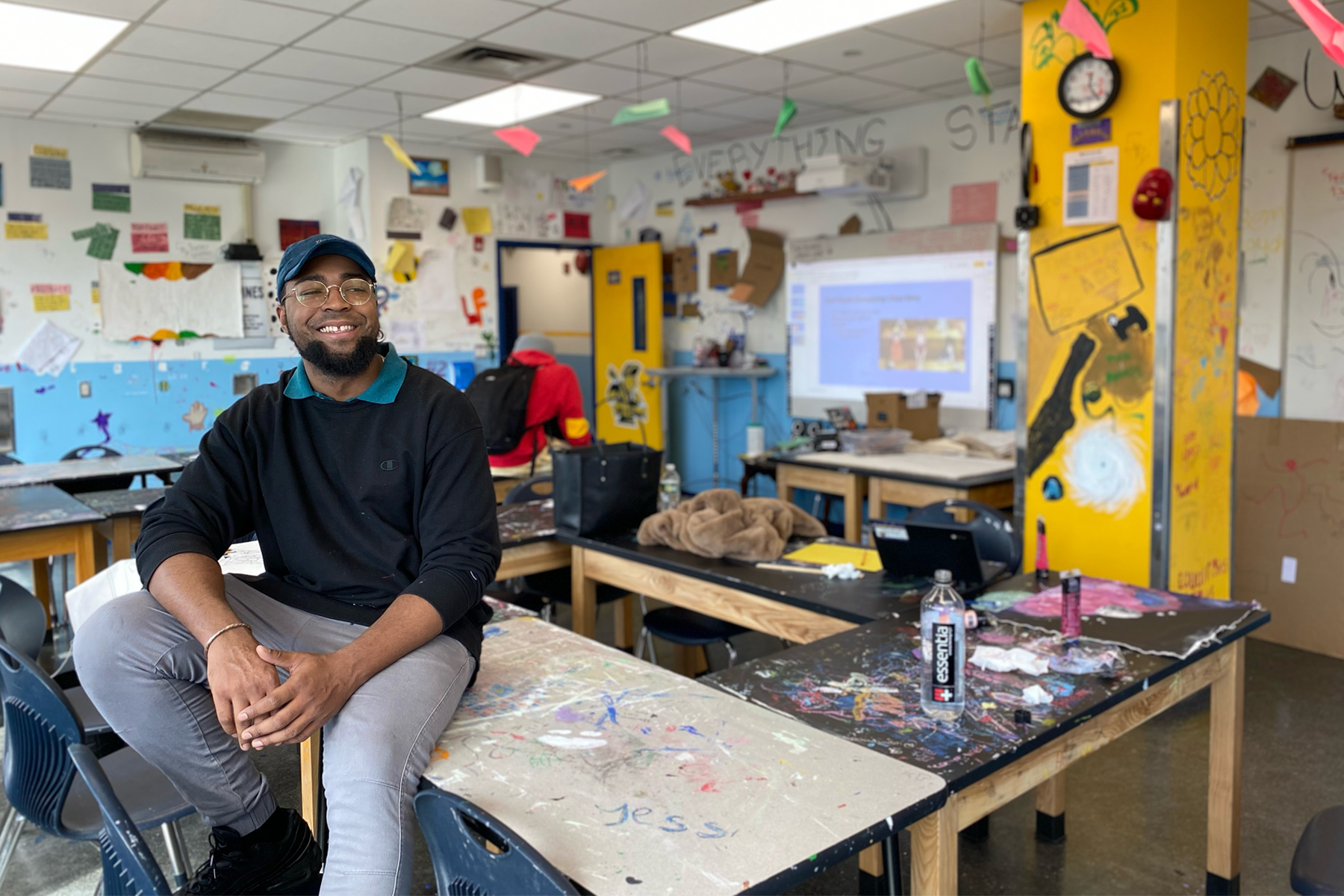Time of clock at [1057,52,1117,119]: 12:23
